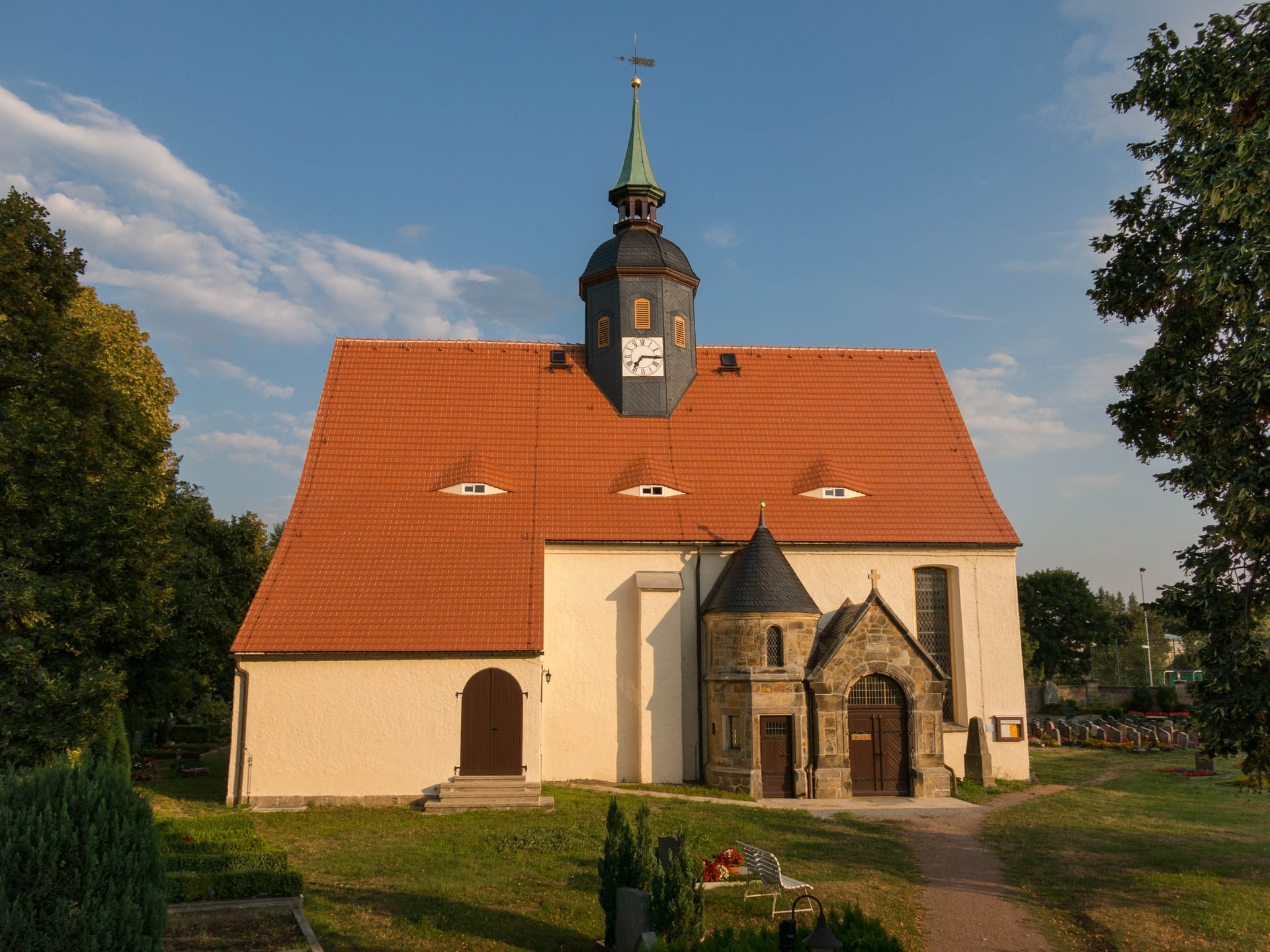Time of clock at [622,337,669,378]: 7:15
